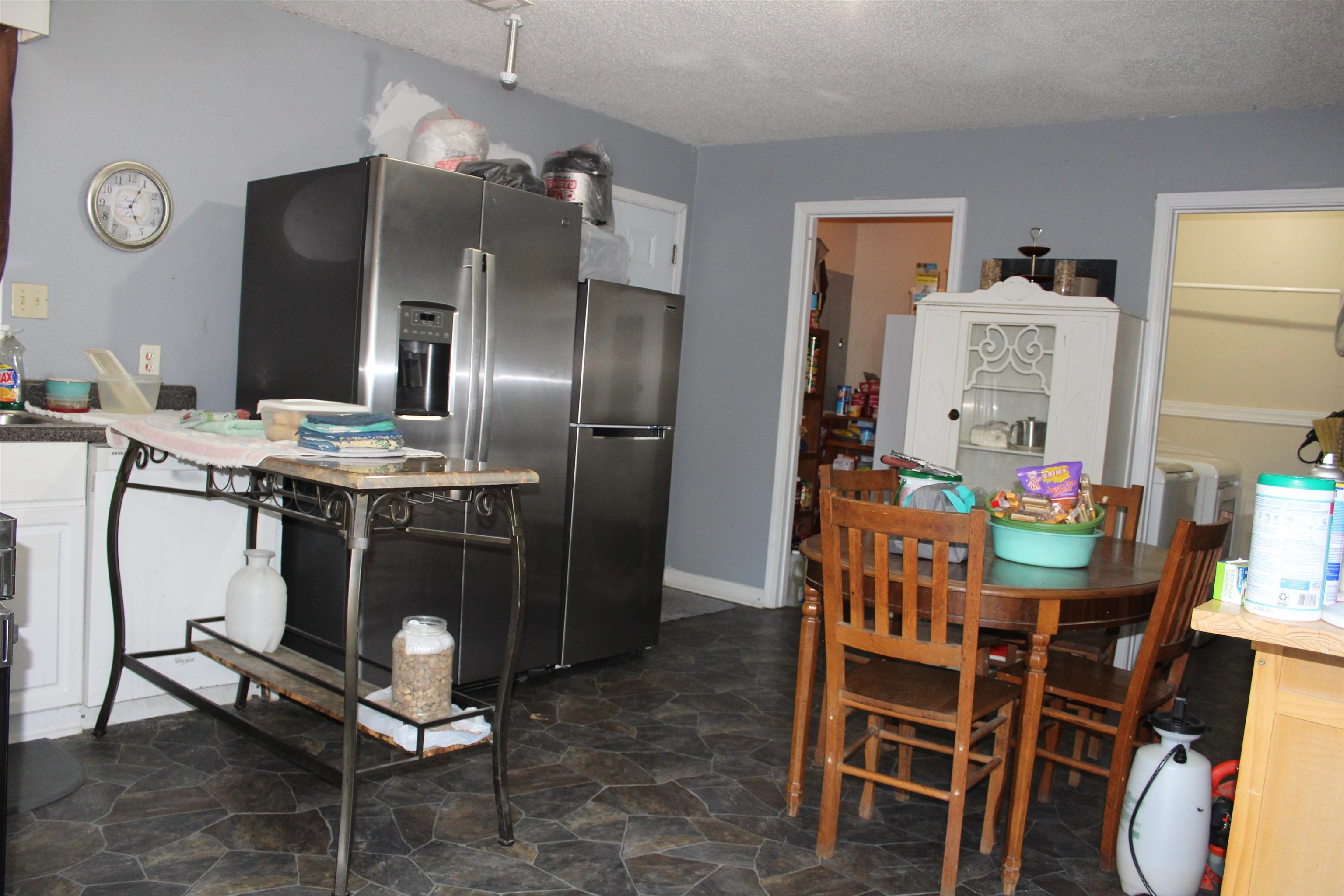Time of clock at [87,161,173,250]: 5:05
